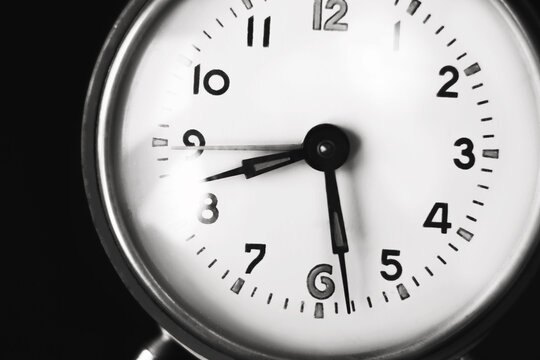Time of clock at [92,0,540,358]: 8:28
